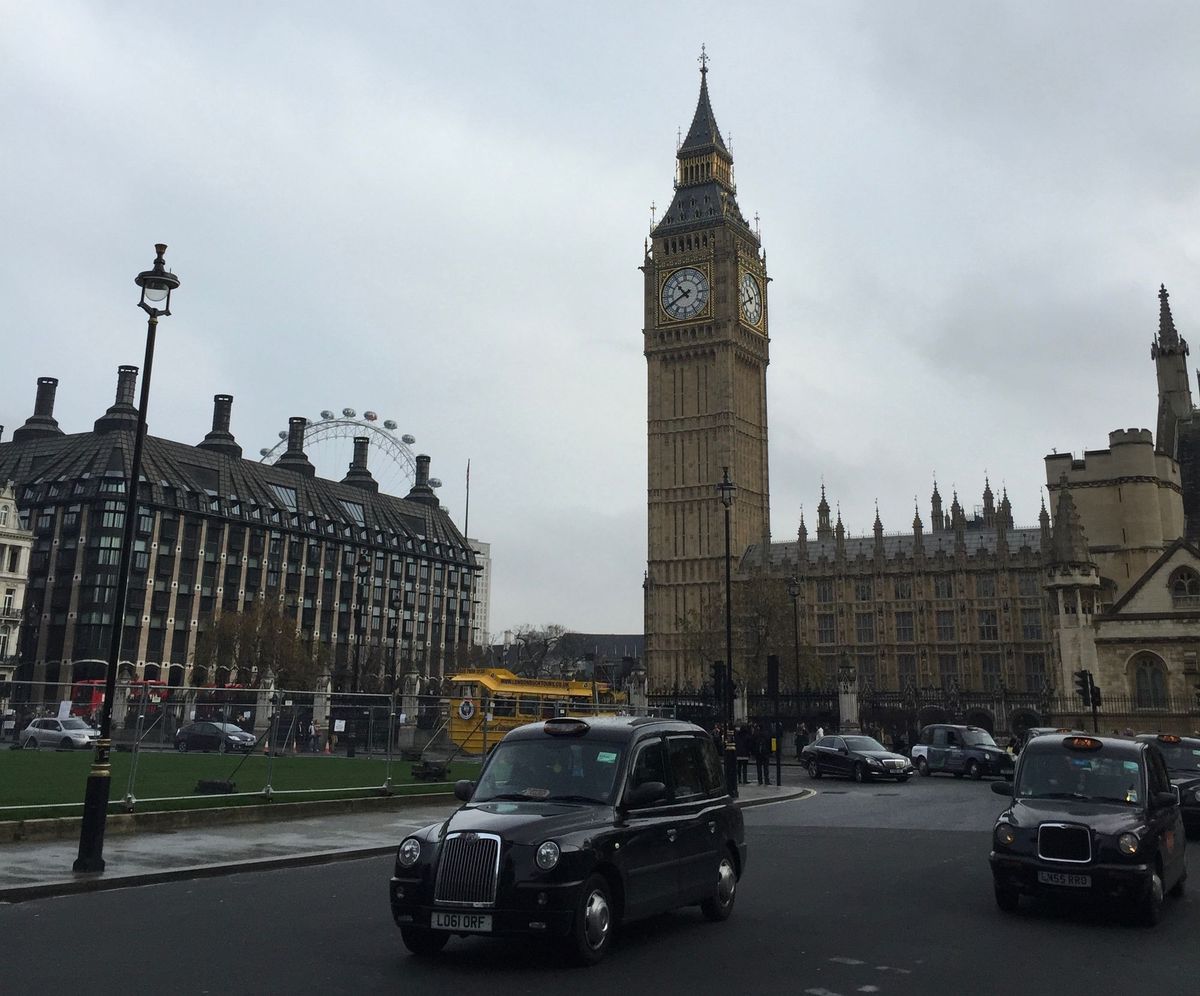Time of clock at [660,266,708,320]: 10:40
